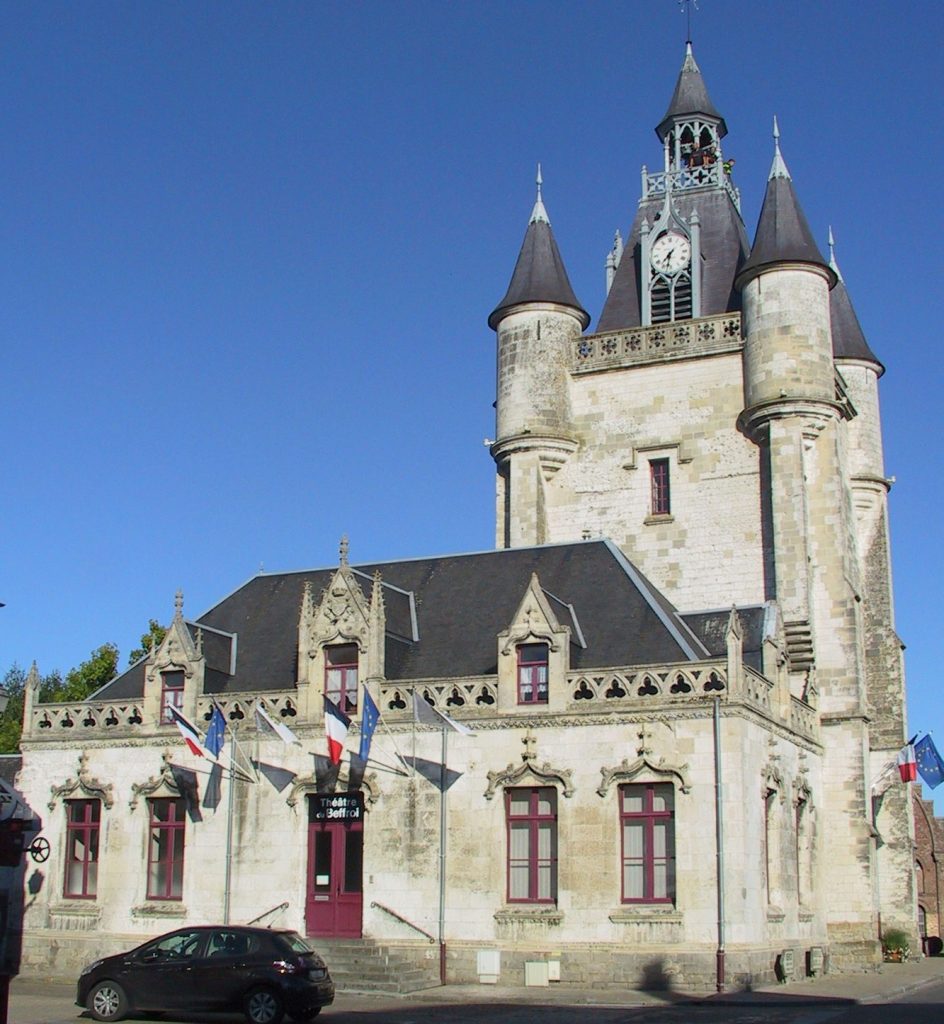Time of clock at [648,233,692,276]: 7:32
